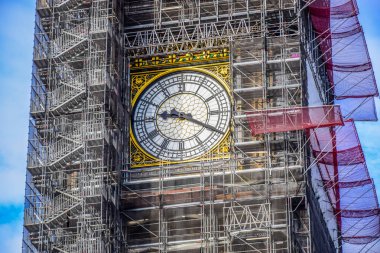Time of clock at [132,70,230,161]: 9:20
